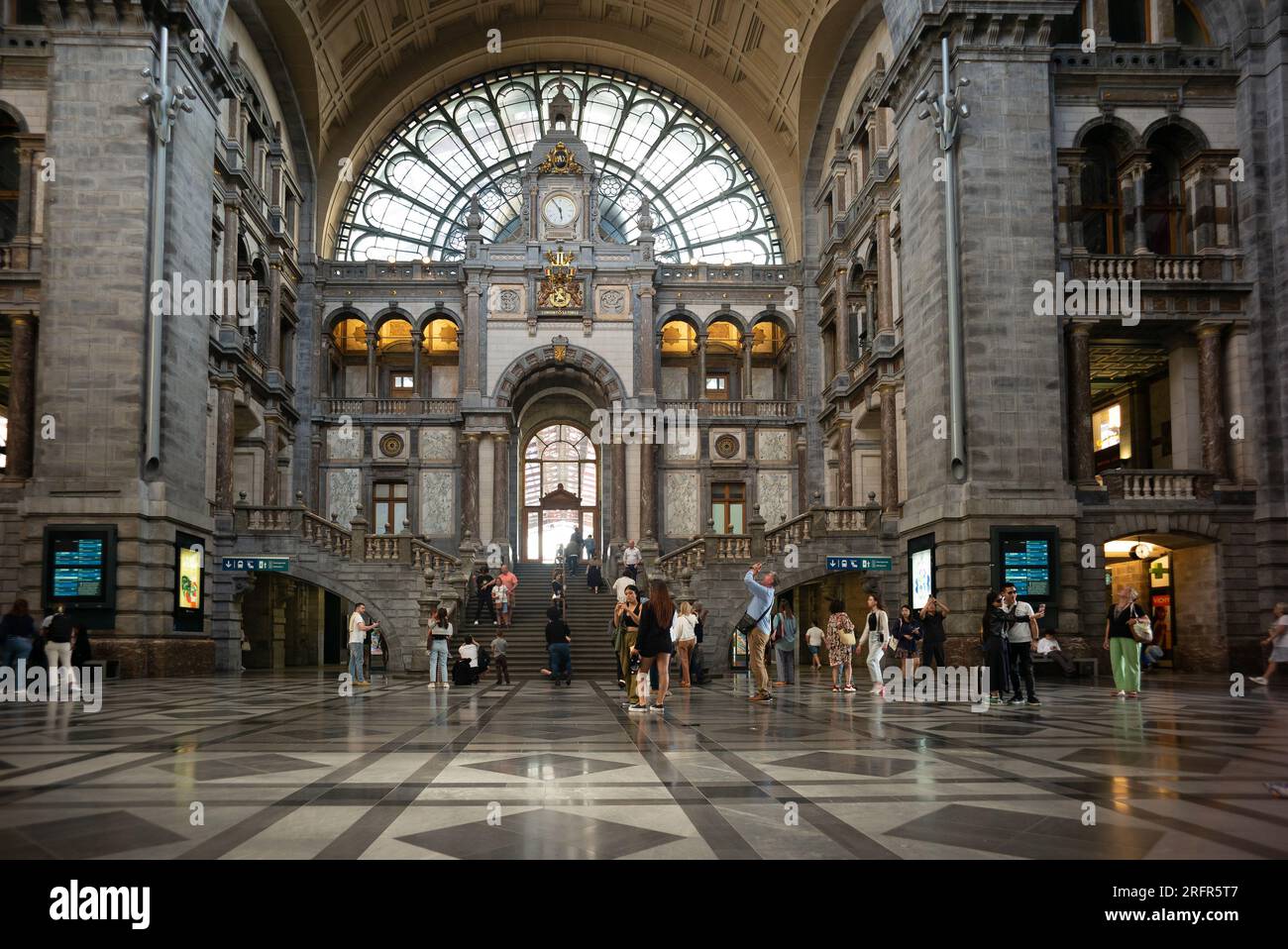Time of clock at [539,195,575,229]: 5:54
